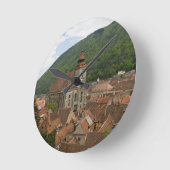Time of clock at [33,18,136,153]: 10:07
